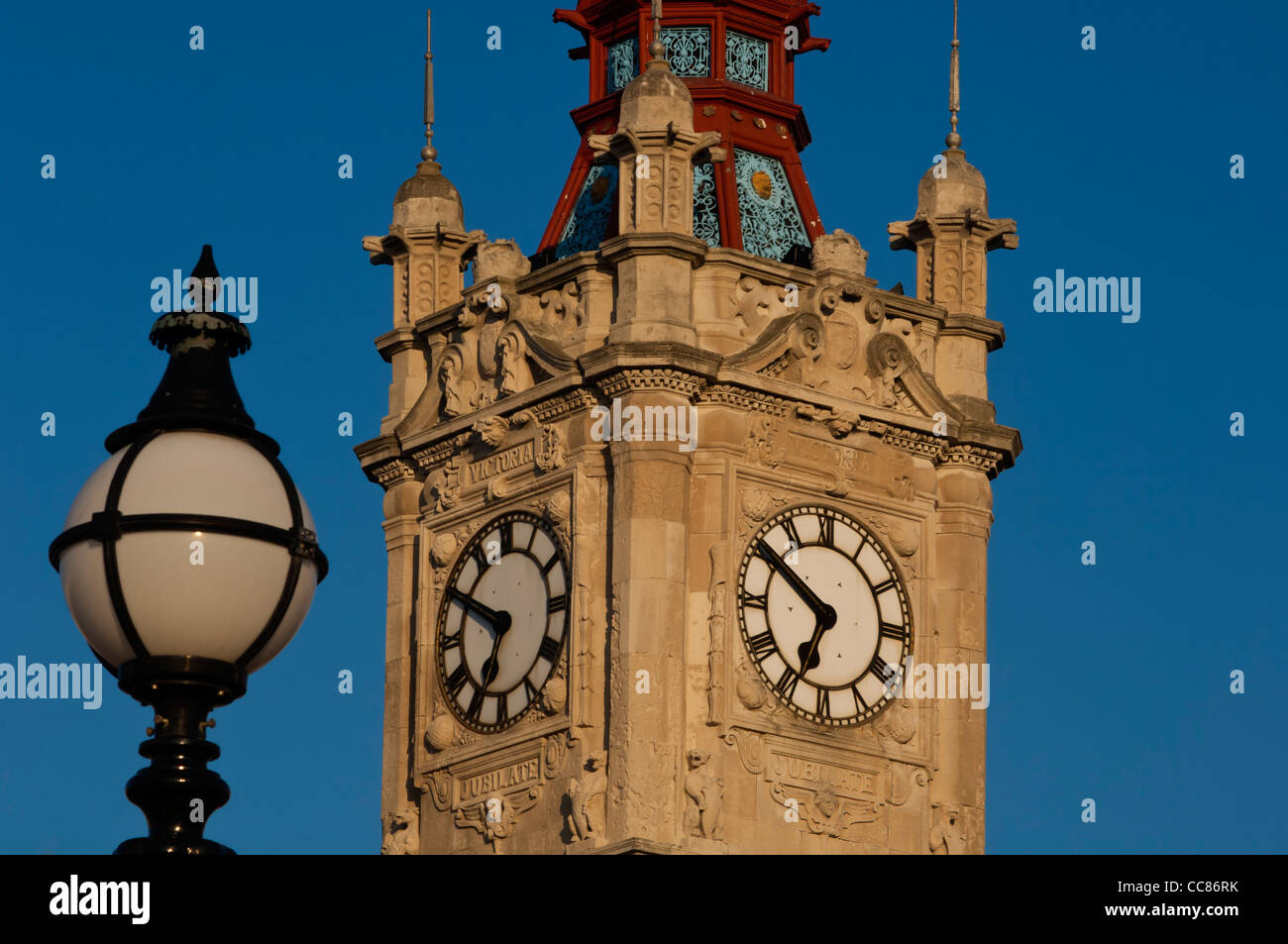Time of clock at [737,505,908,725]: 6:50
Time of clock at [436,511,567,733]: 6:49
